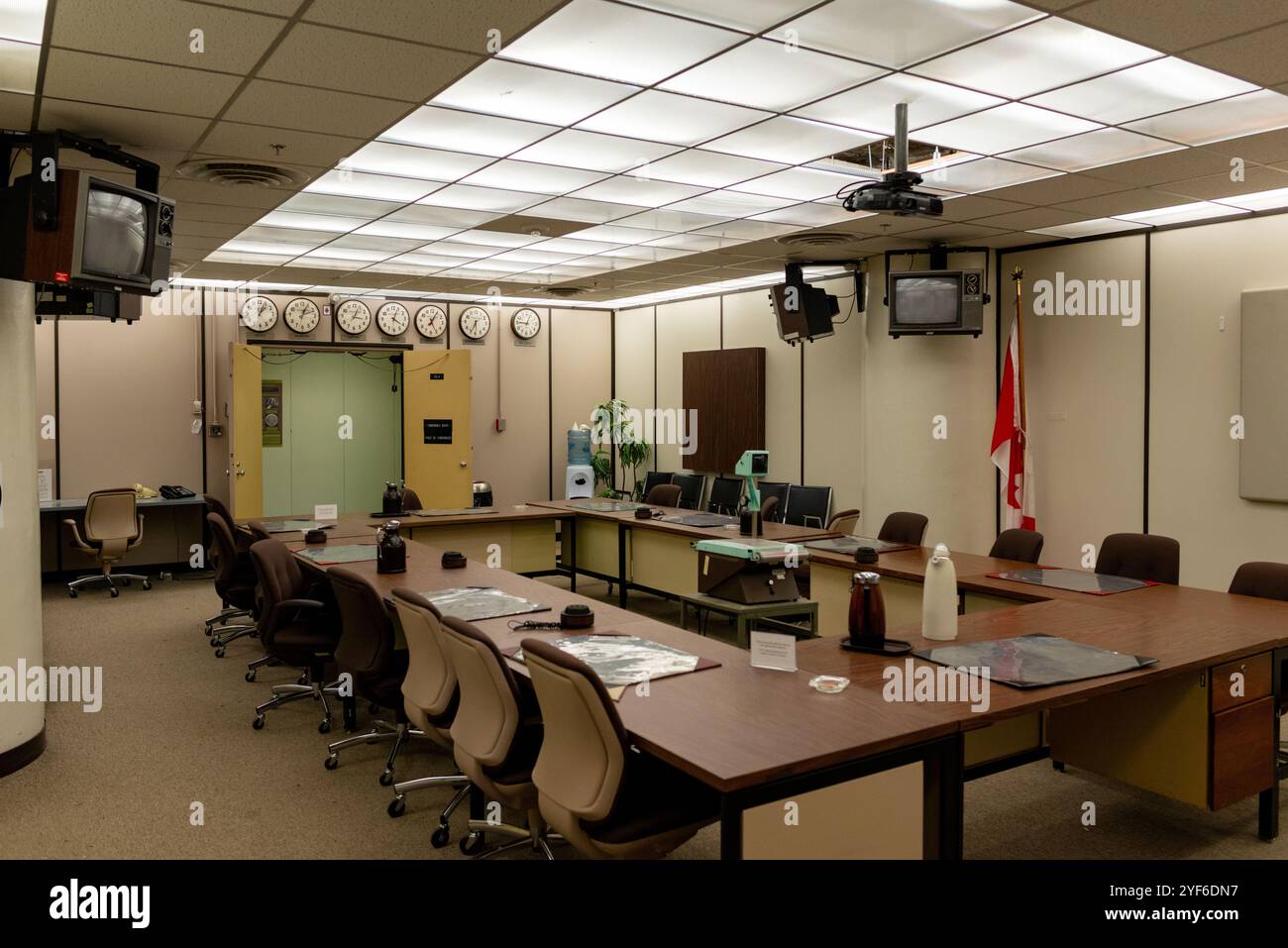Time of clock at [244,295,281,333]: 1:03
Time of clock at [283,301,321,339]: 1:11
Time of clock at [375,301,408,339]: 4:03
